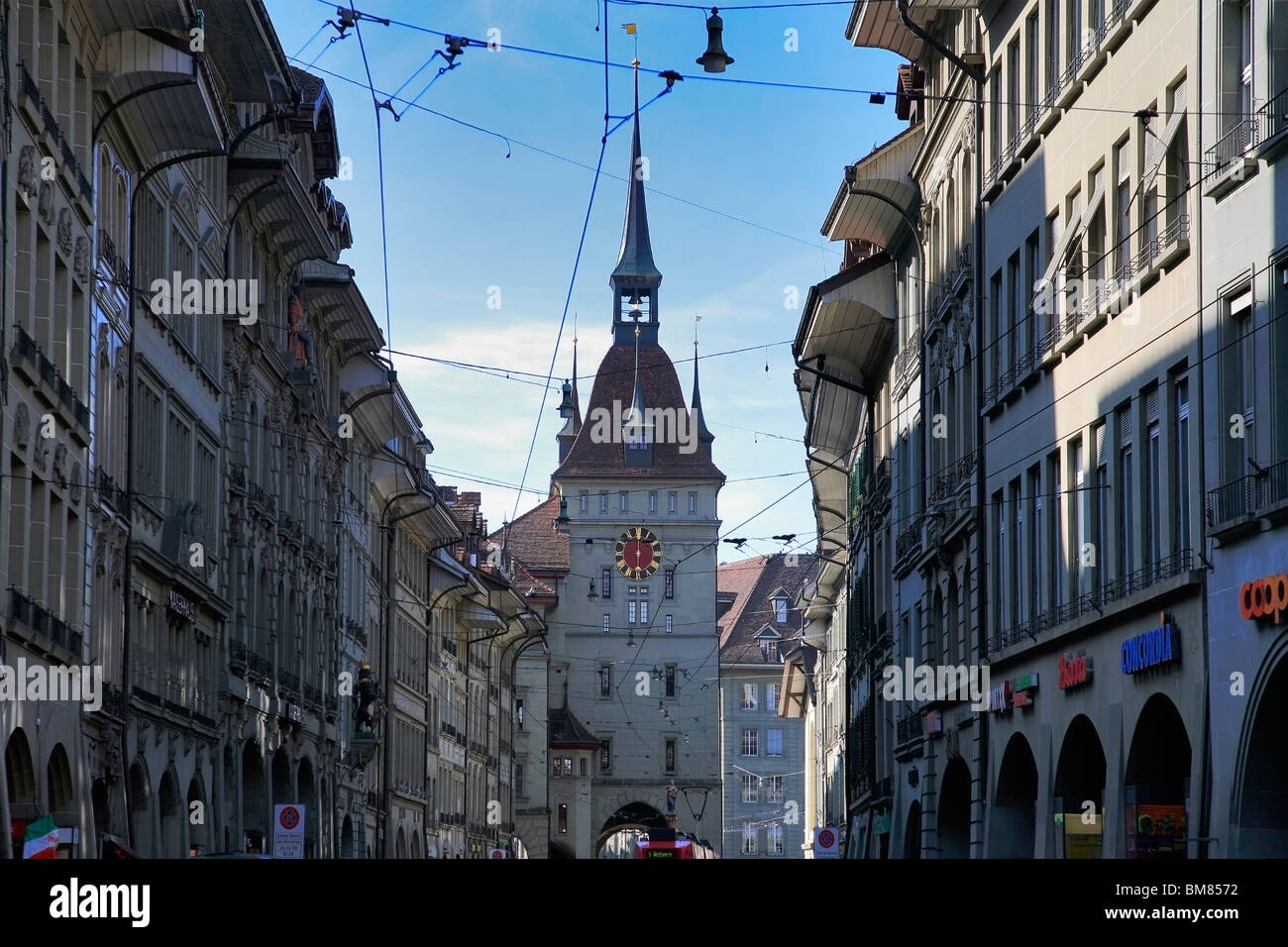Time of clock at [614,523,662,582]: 6:00
